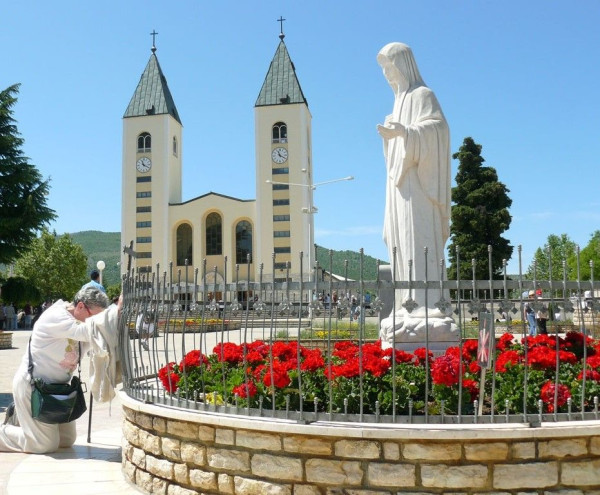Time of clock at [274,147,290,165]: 11:19
